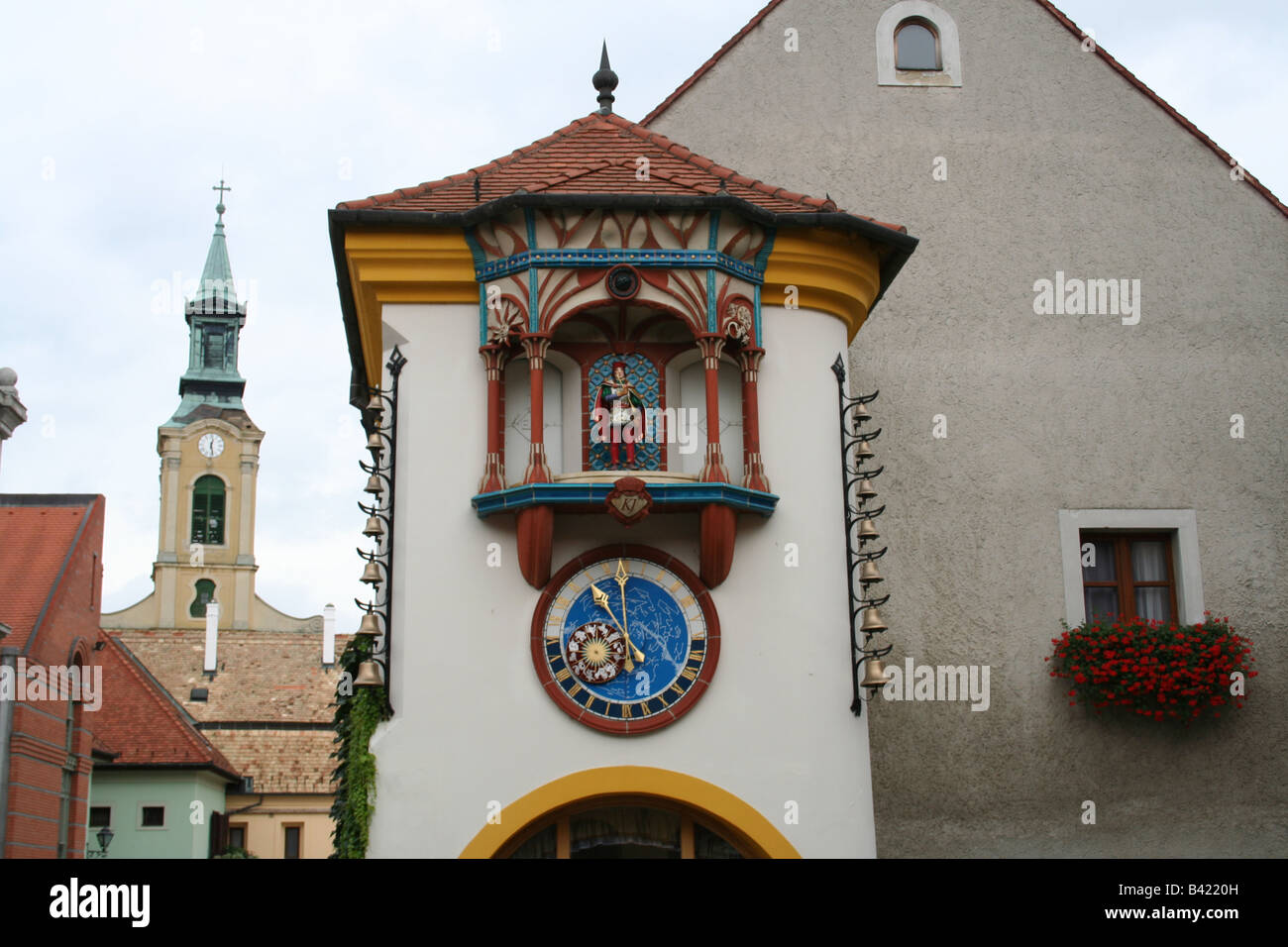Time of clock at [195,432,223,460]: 12:28
